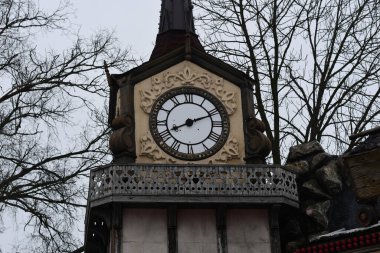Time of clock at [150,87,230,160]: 8:11
